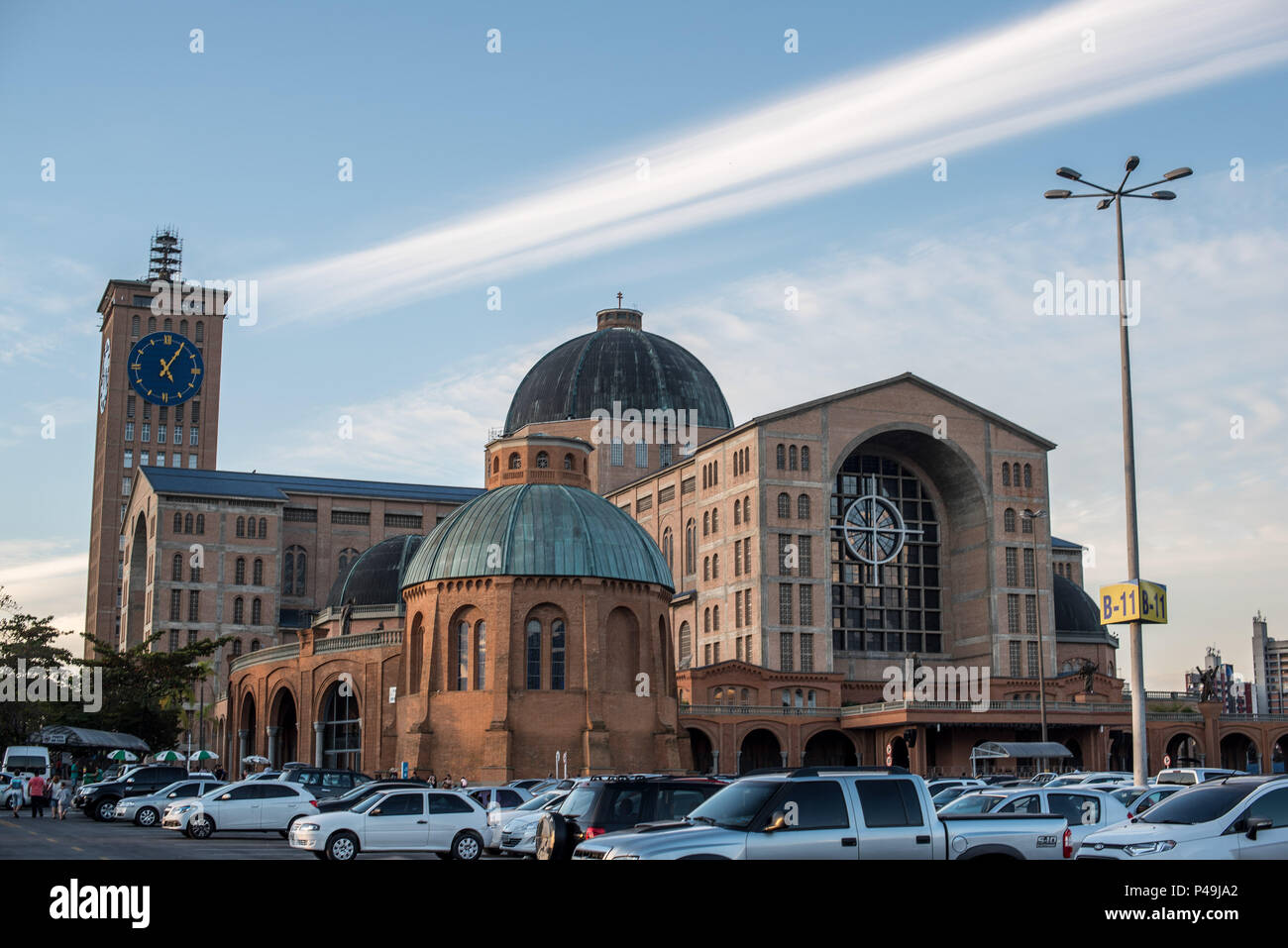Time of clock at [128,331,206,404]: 5:05
